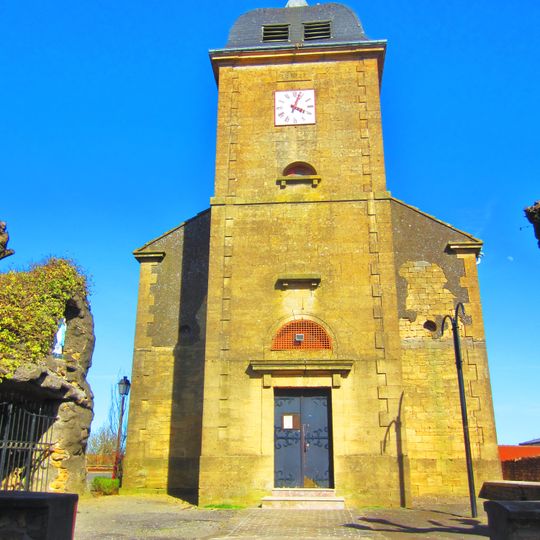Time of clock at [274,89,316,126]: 4:03
